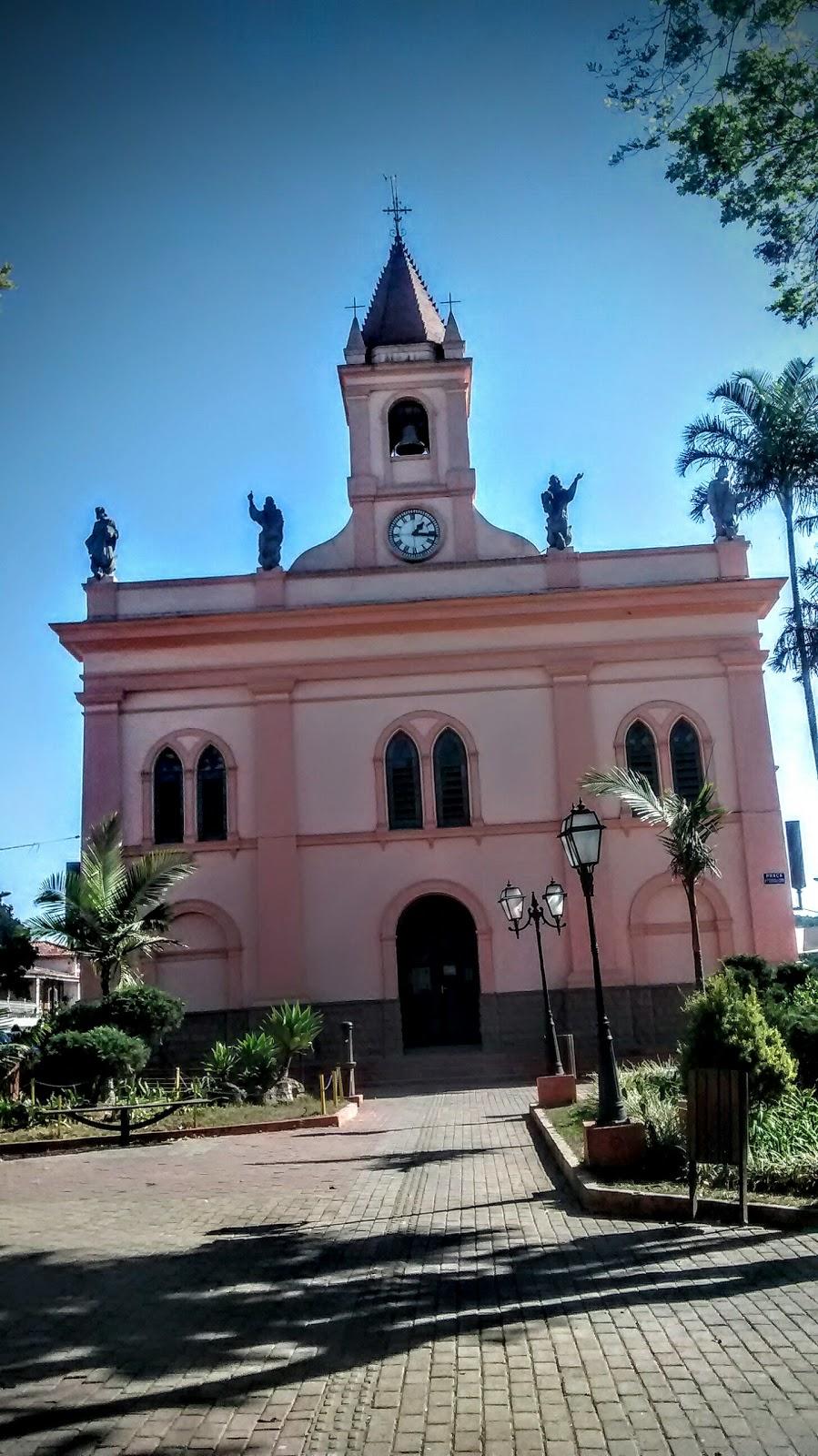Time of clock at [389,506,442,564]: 1:16
